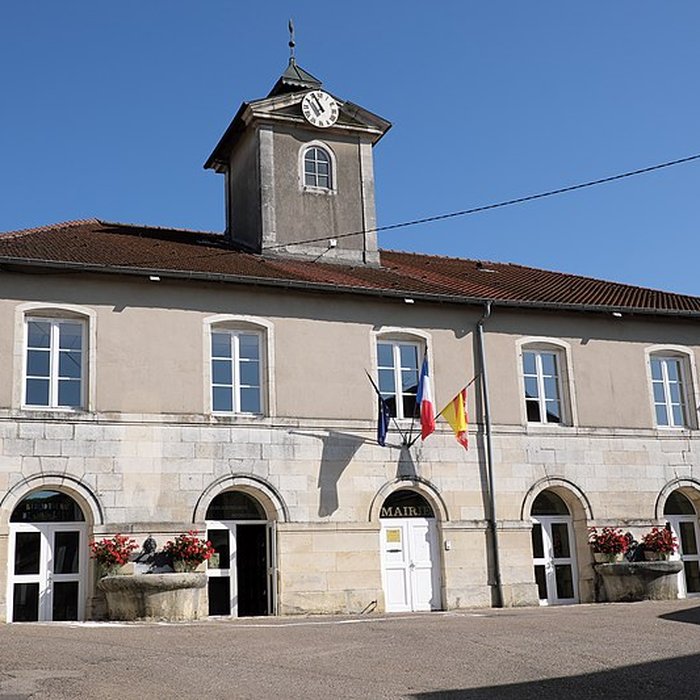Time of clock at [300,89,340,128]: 10:55
